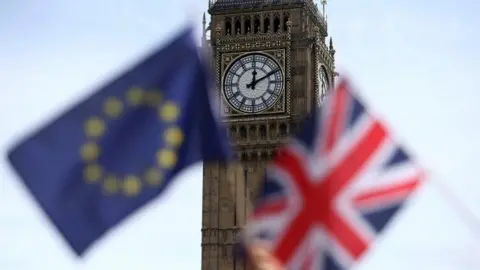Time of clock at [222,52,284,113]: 12:10
